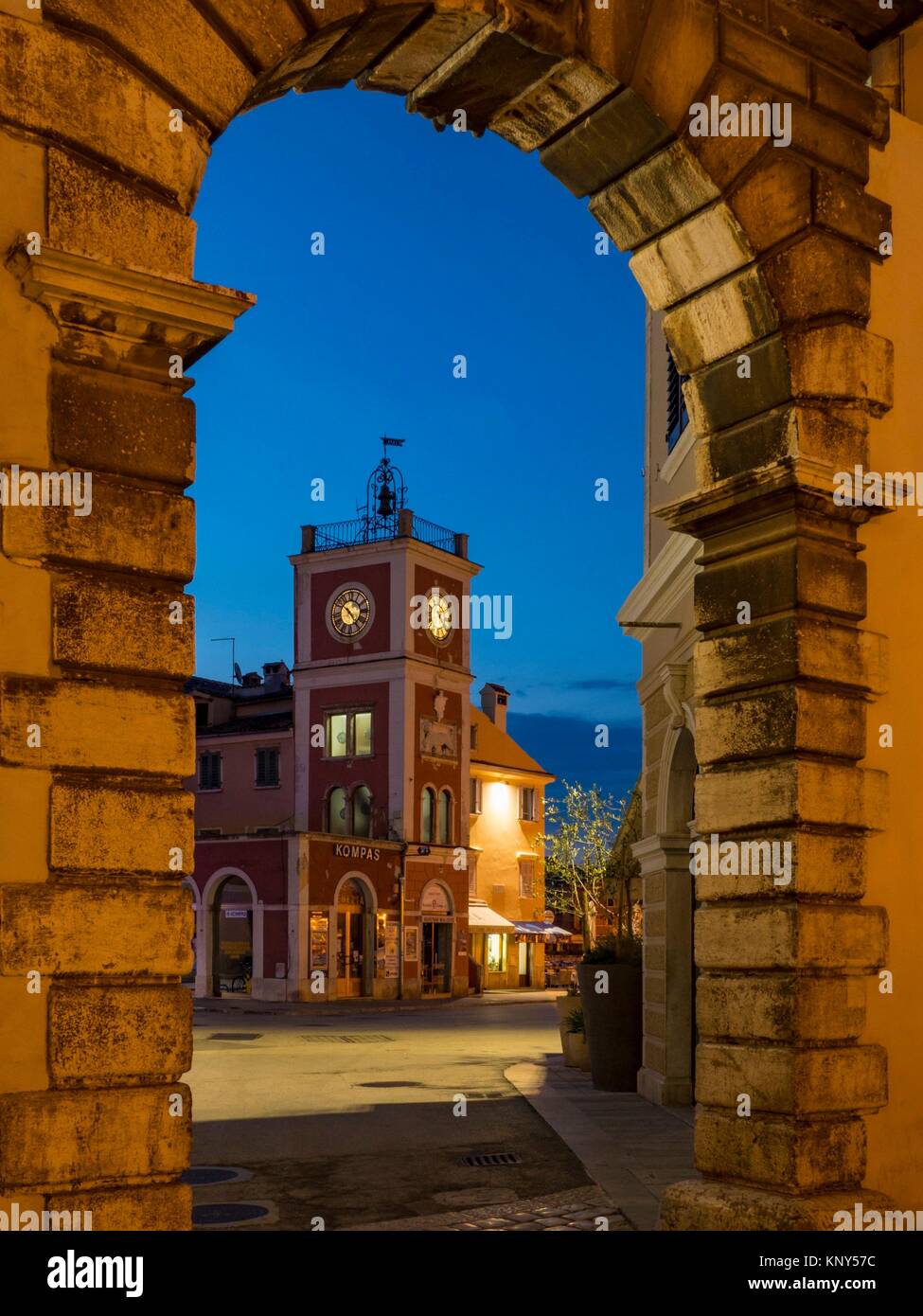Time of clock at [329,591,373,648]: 10:23
